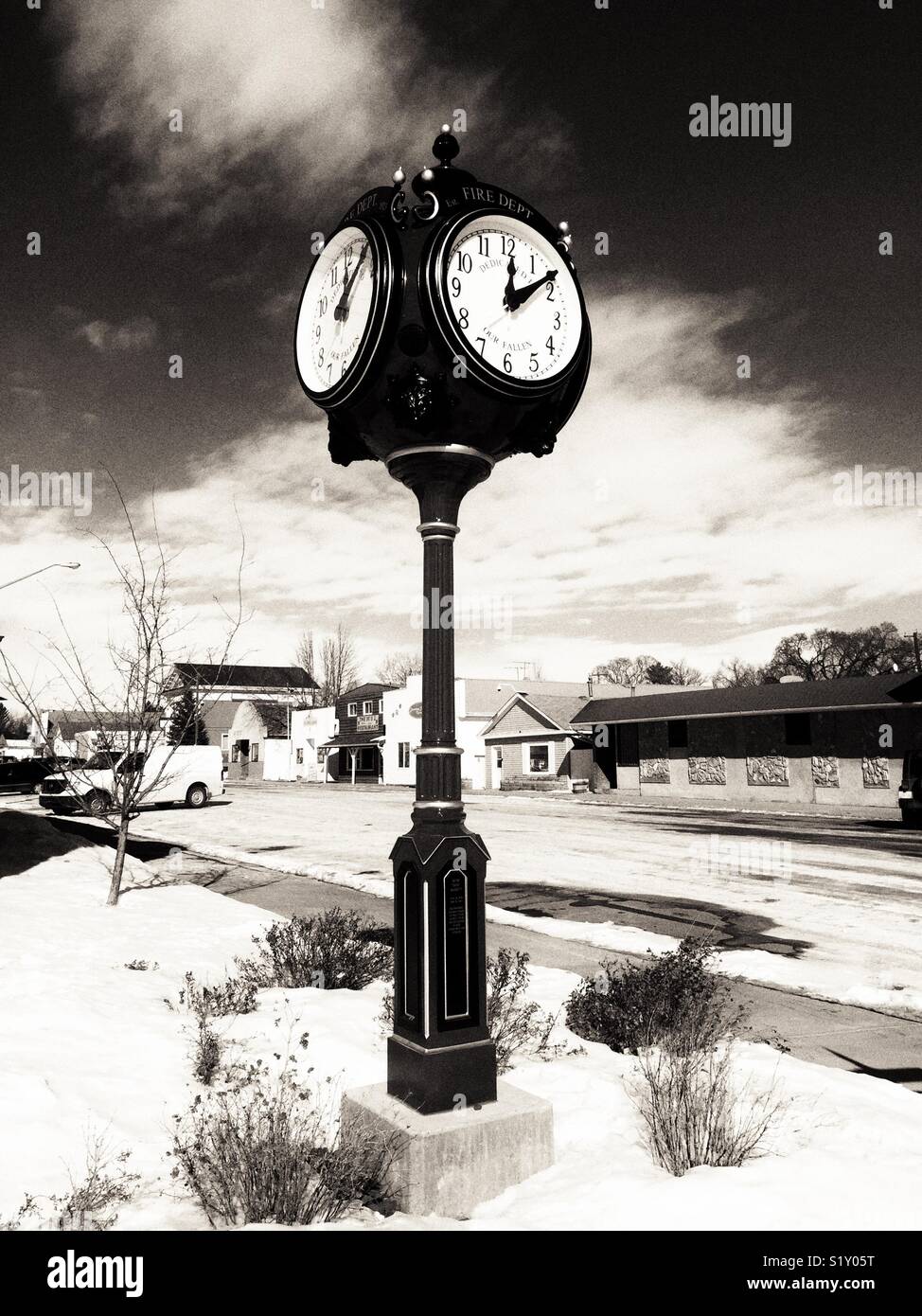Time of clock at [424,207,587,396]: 12:08
